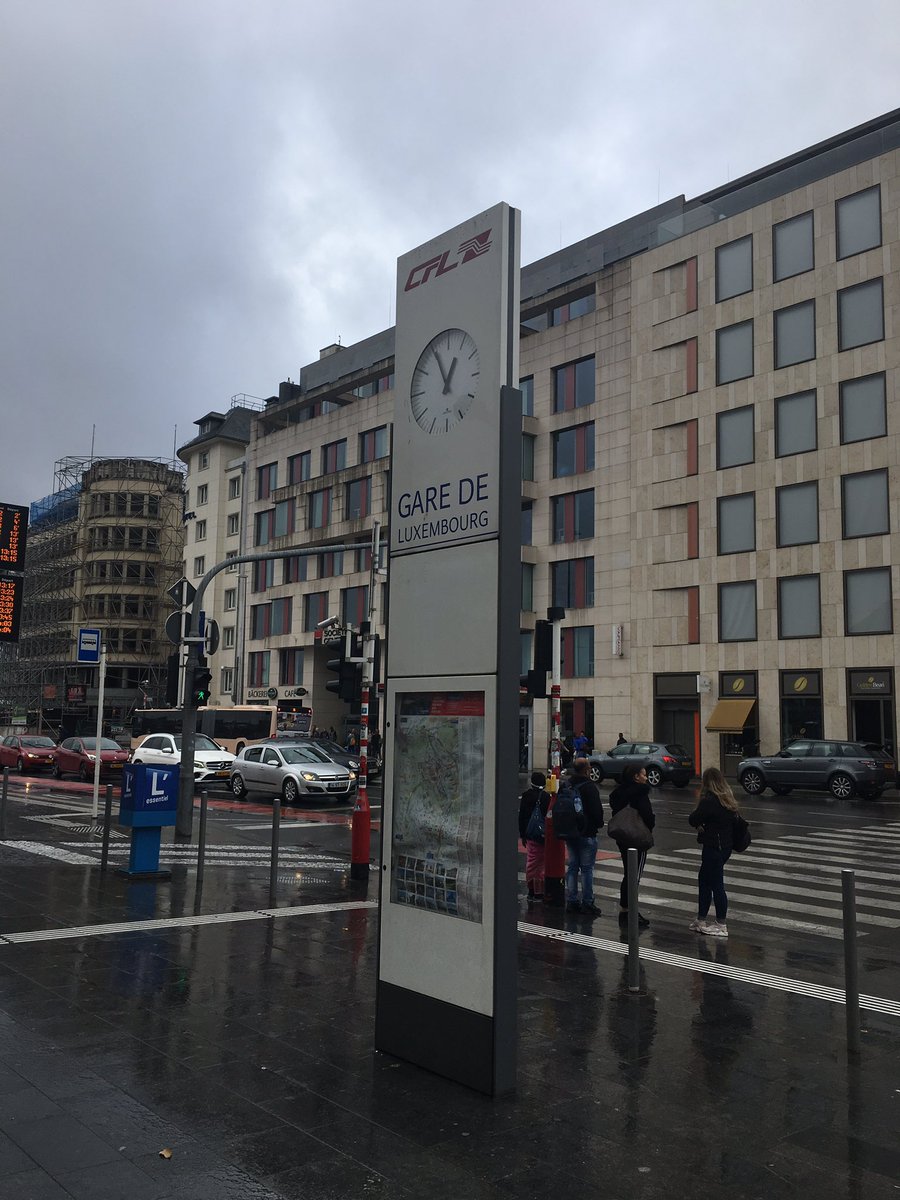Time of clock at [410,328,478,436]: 12:55
